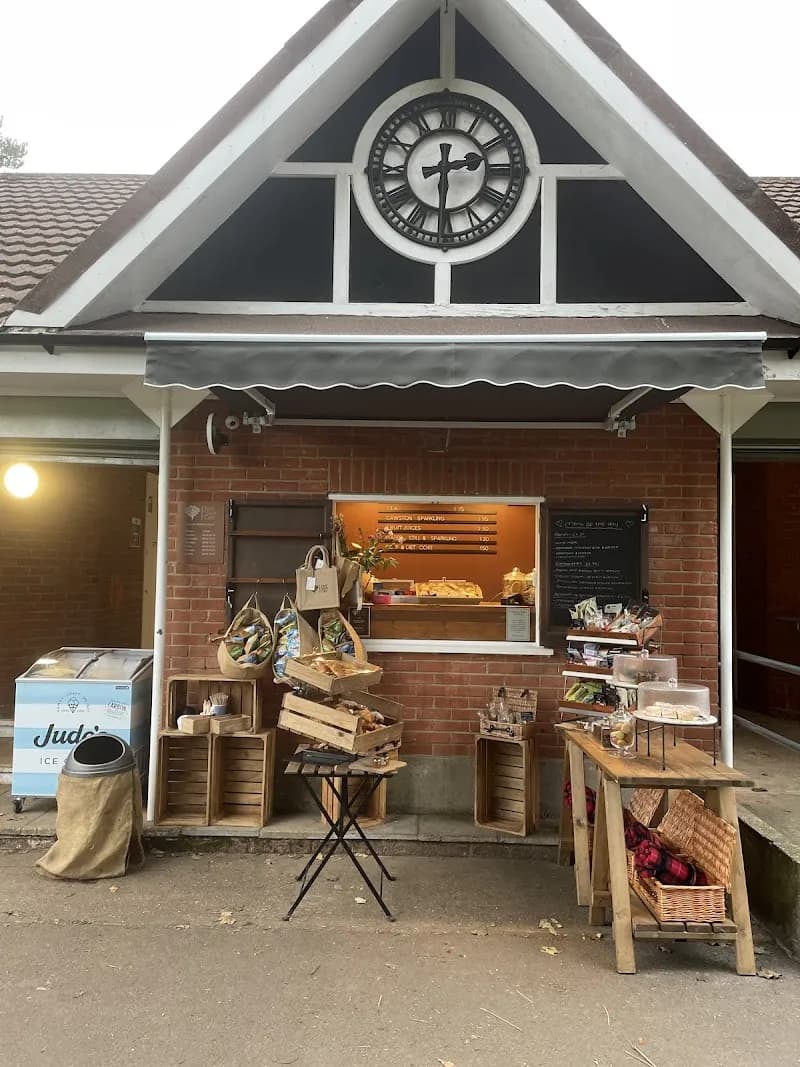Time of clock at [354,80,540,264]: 2:30
